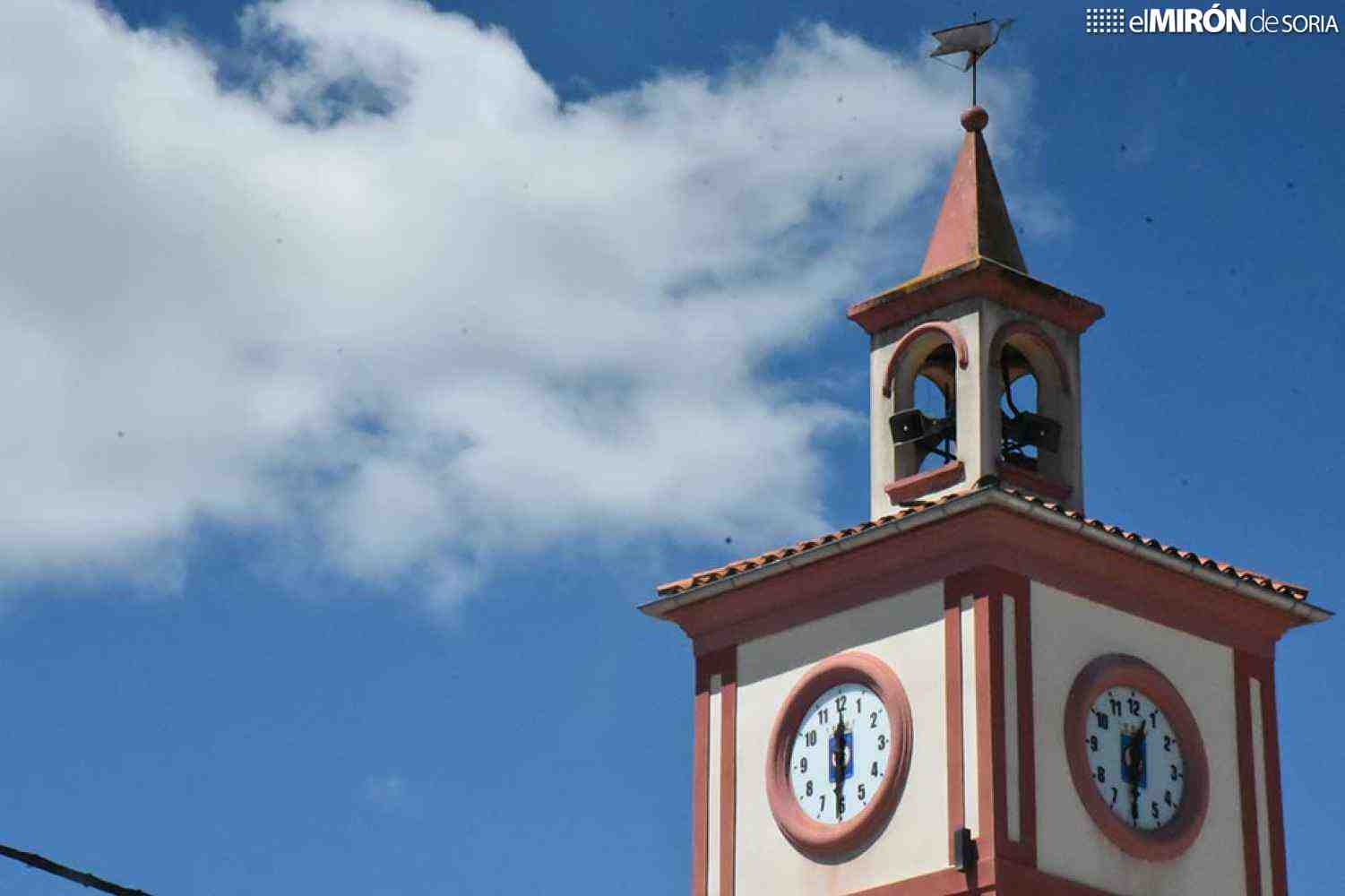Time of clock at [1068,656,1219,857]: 12:30
